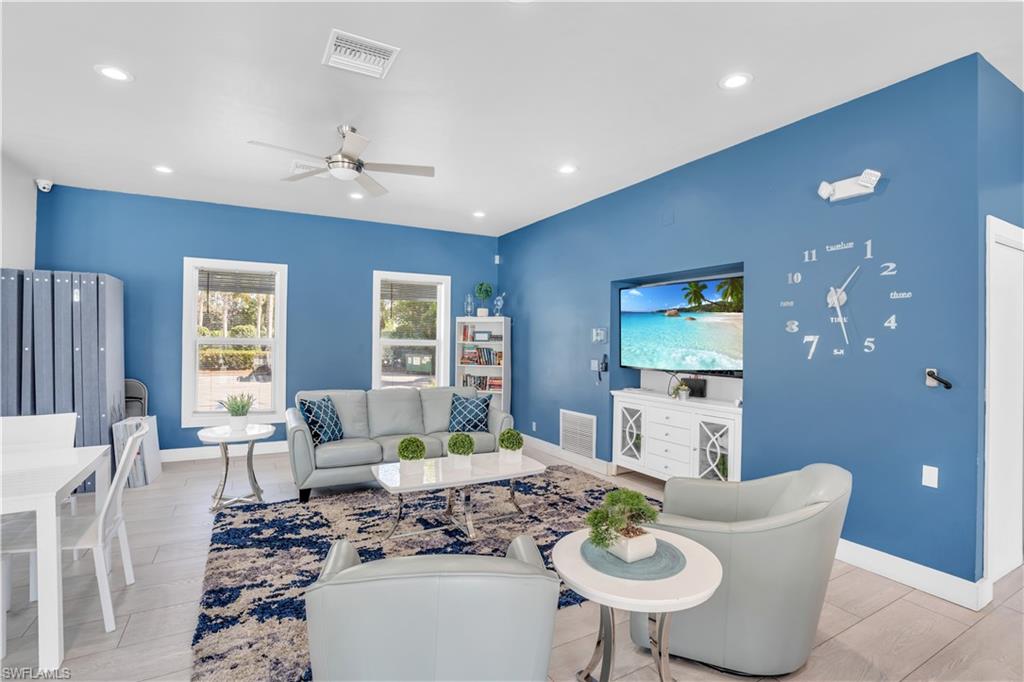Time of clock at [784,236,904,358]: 1:28
